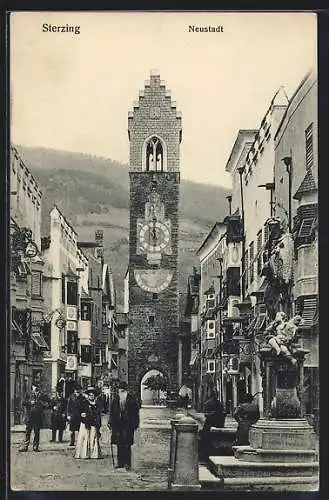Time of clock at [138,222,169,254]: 5:59
